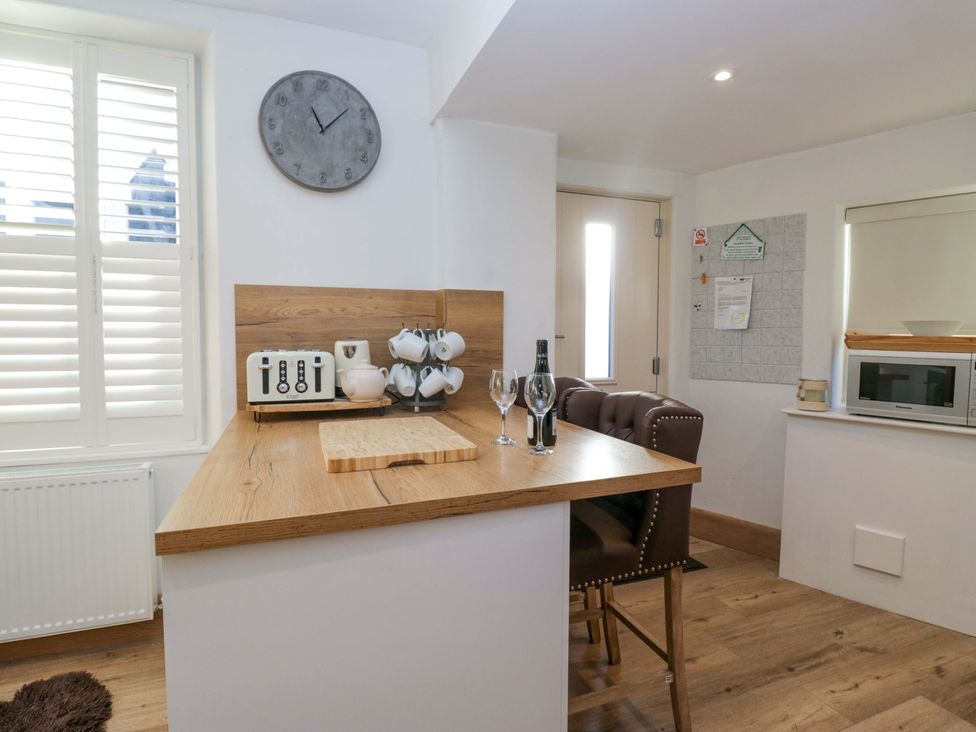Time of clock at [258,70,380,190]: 11:07
